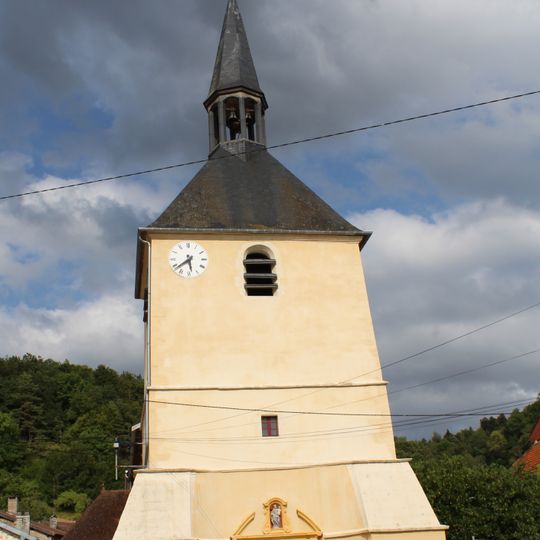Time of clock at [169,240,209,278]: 5:38
